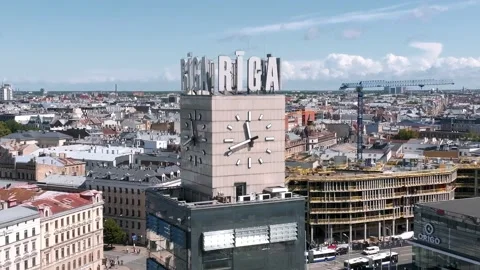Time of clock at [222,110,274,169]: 11:41
